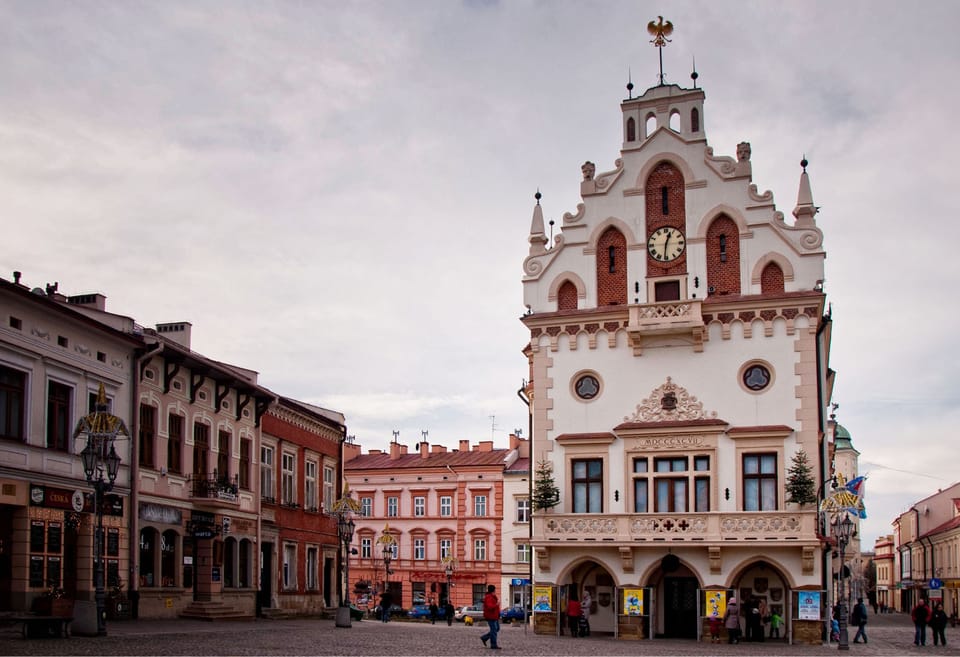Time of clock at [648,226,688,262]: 12:31
